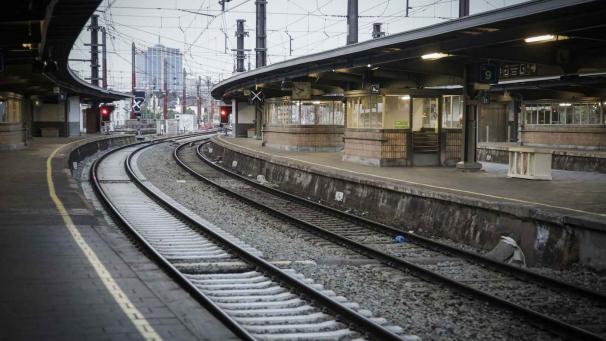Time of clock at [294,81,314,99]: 9:38
